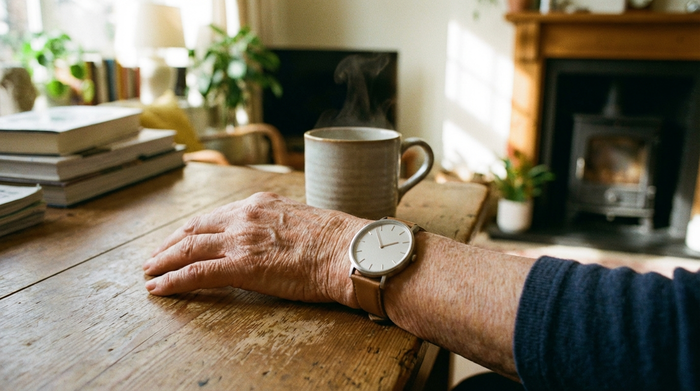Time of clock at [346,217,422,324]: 2:58
